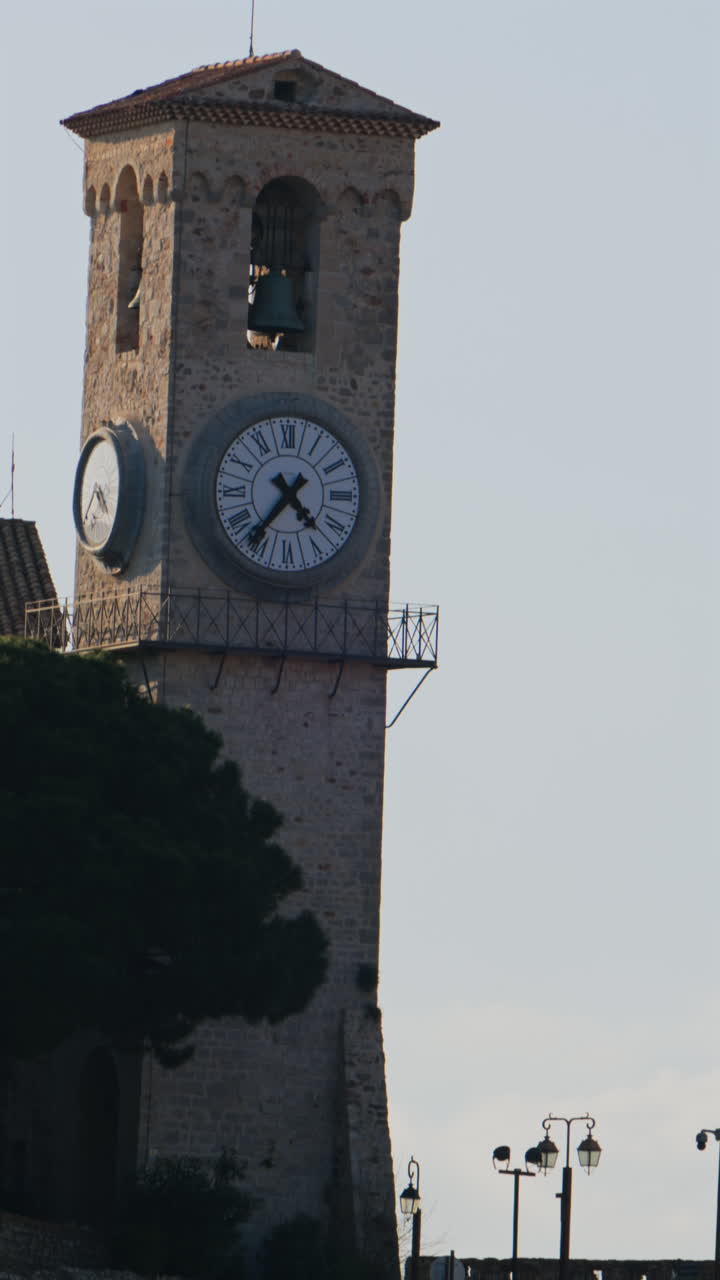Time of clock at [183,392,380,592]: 4:36
